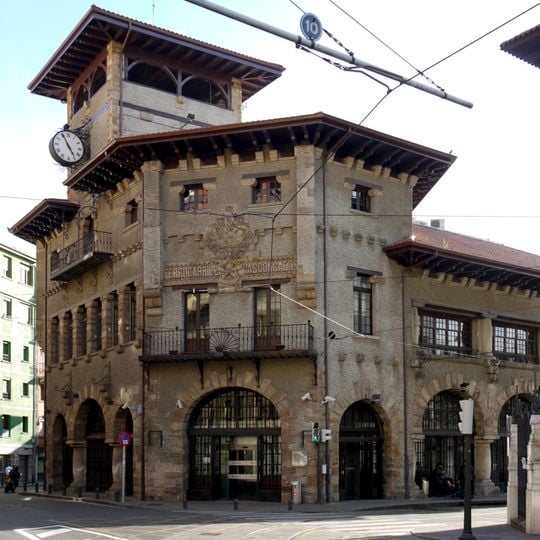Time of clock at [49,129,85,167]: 4:55
